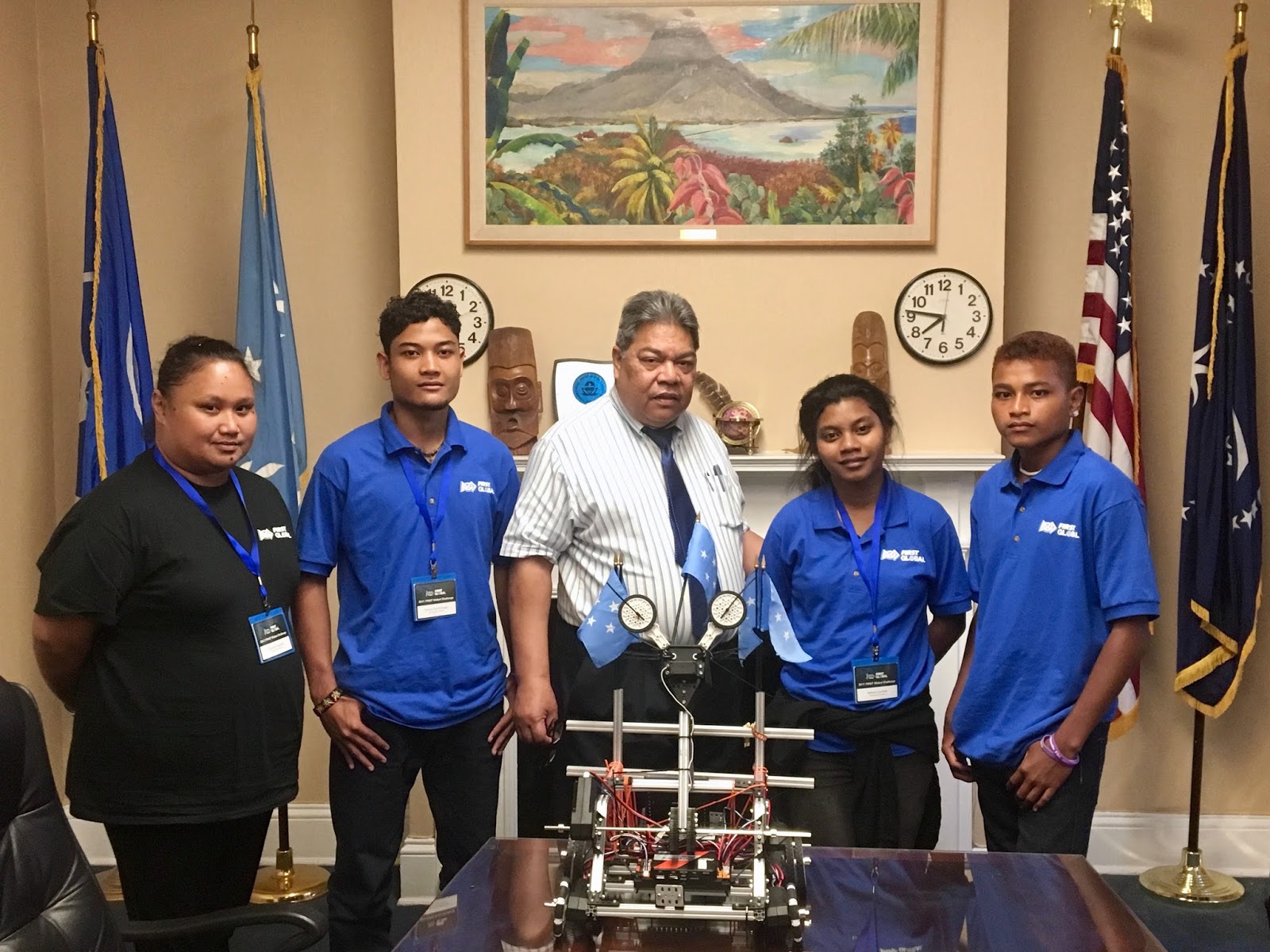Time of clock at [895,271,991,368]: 7:46
